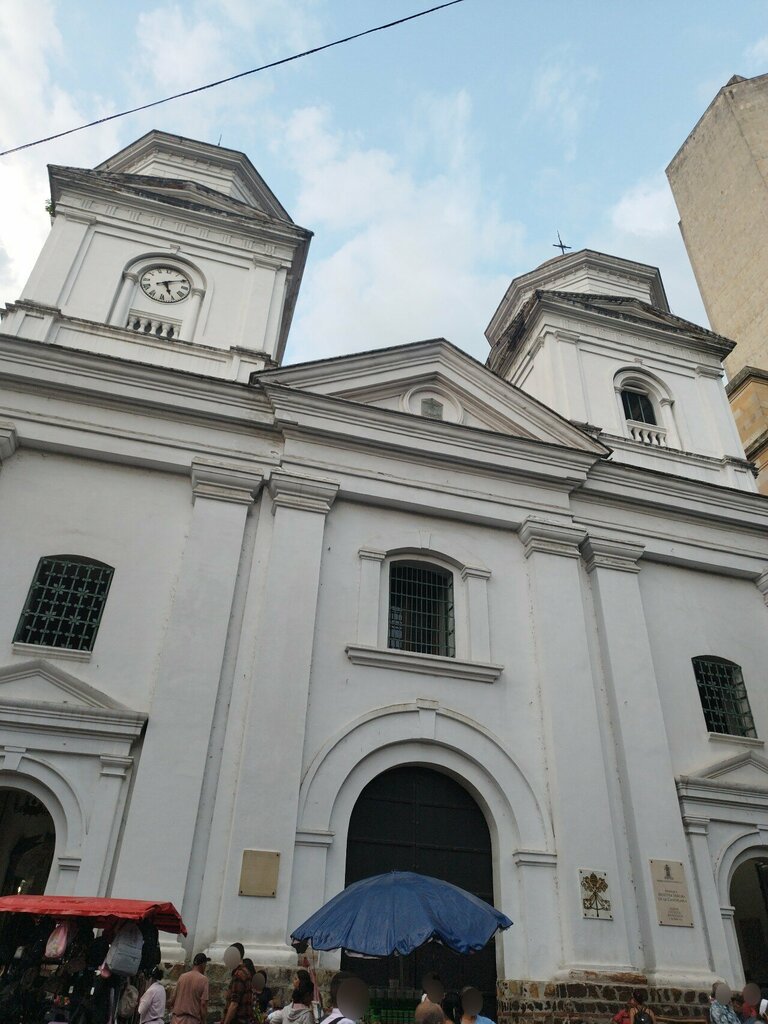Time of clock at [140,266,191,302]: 5:10
